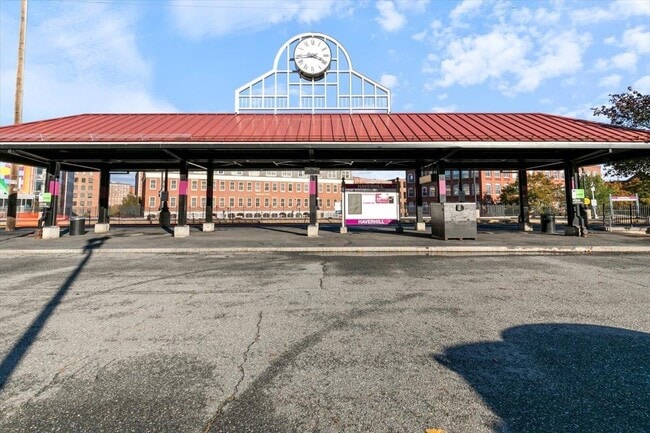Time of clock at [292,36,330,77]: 3:43
